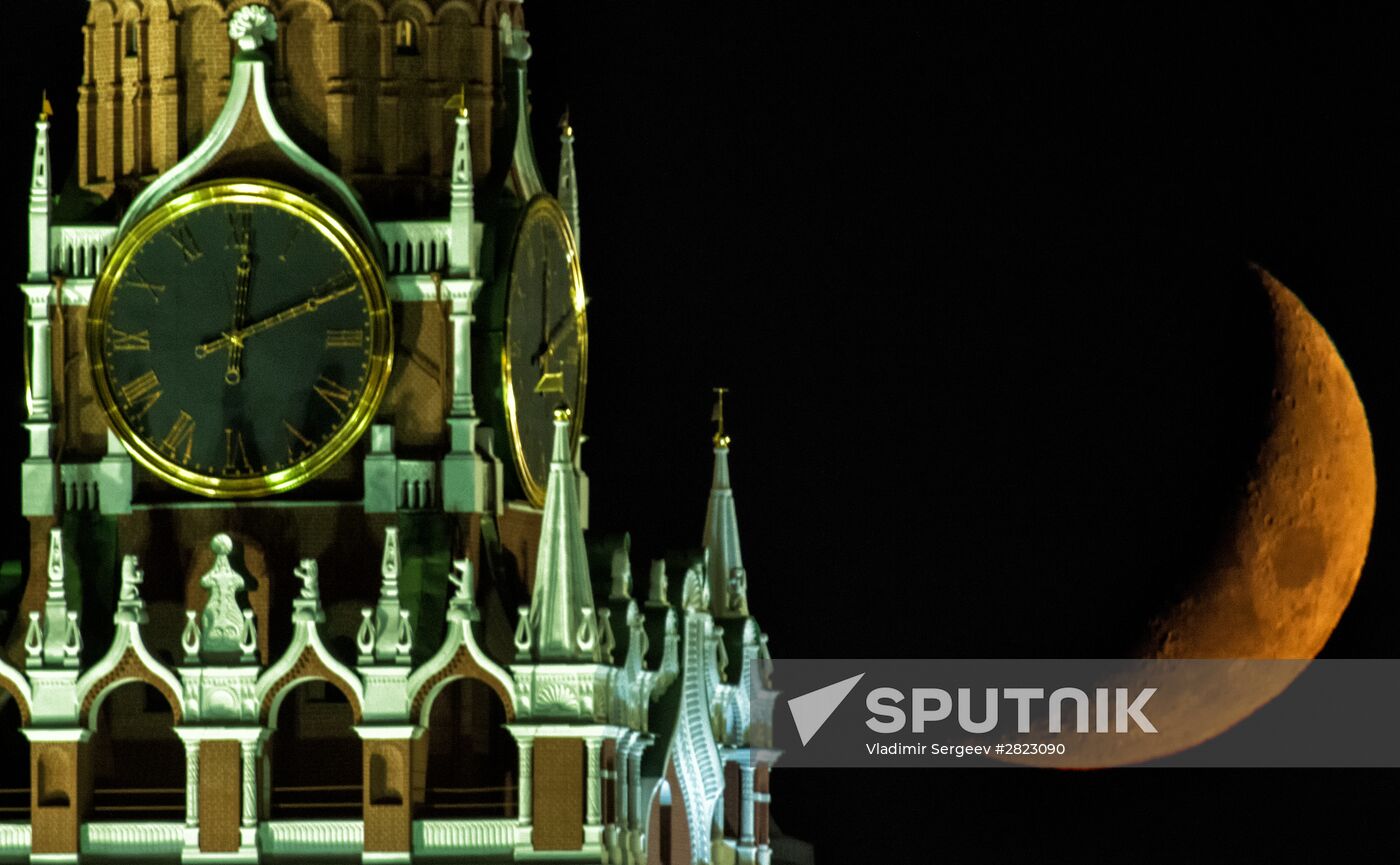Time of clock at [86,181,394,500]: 12:11
